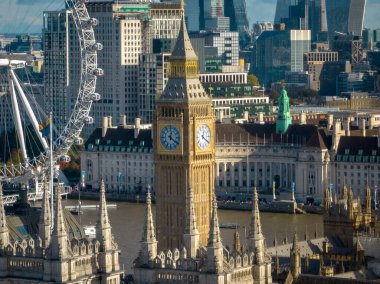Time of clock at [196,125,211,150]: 12:20
